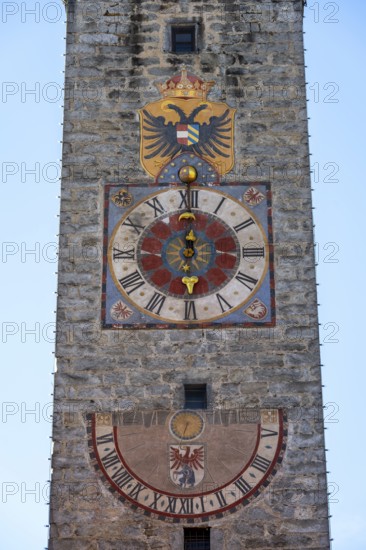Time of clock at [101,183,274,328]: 6:00
